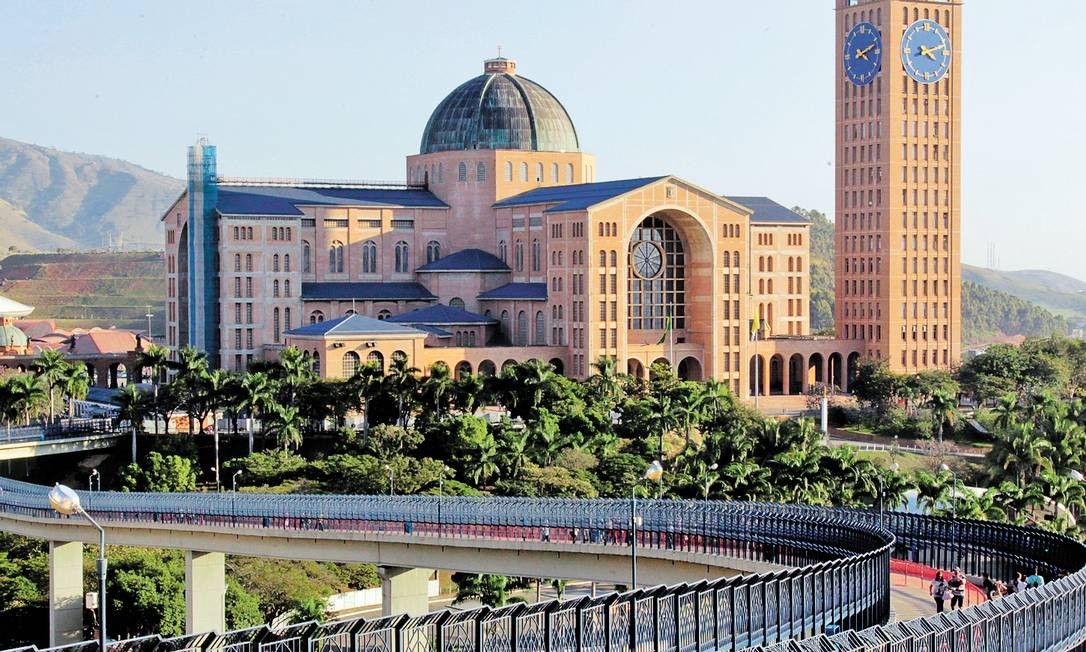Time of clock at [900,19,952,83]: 4:12
